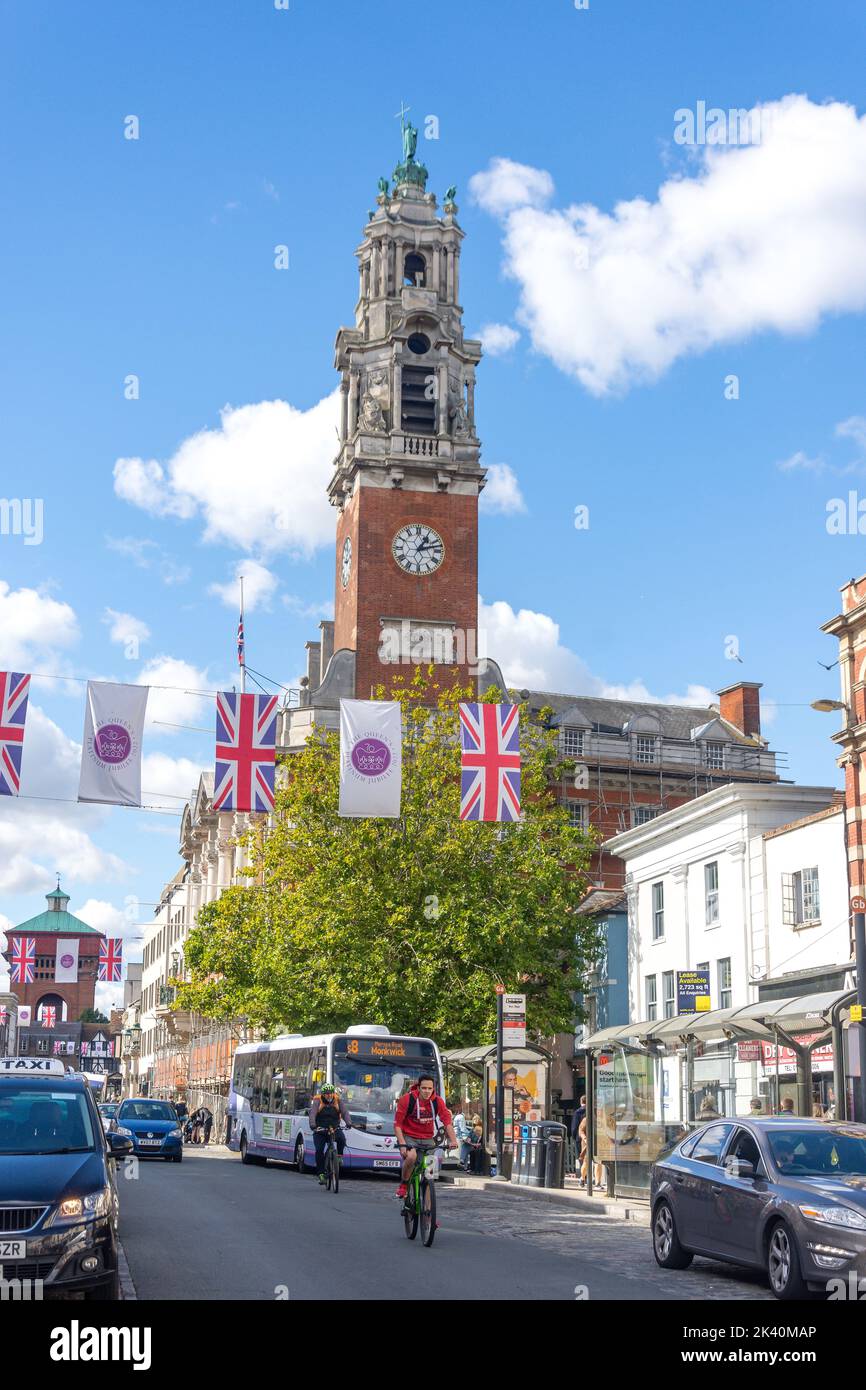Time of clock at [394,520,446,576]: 1:12
